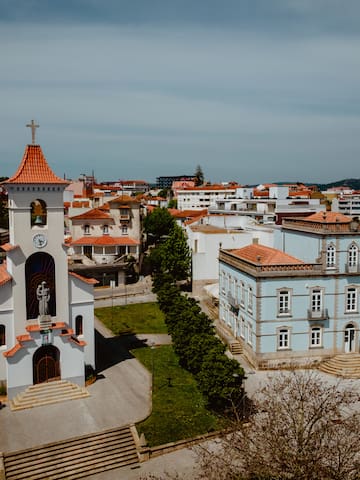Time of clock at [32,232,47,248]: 3:28
